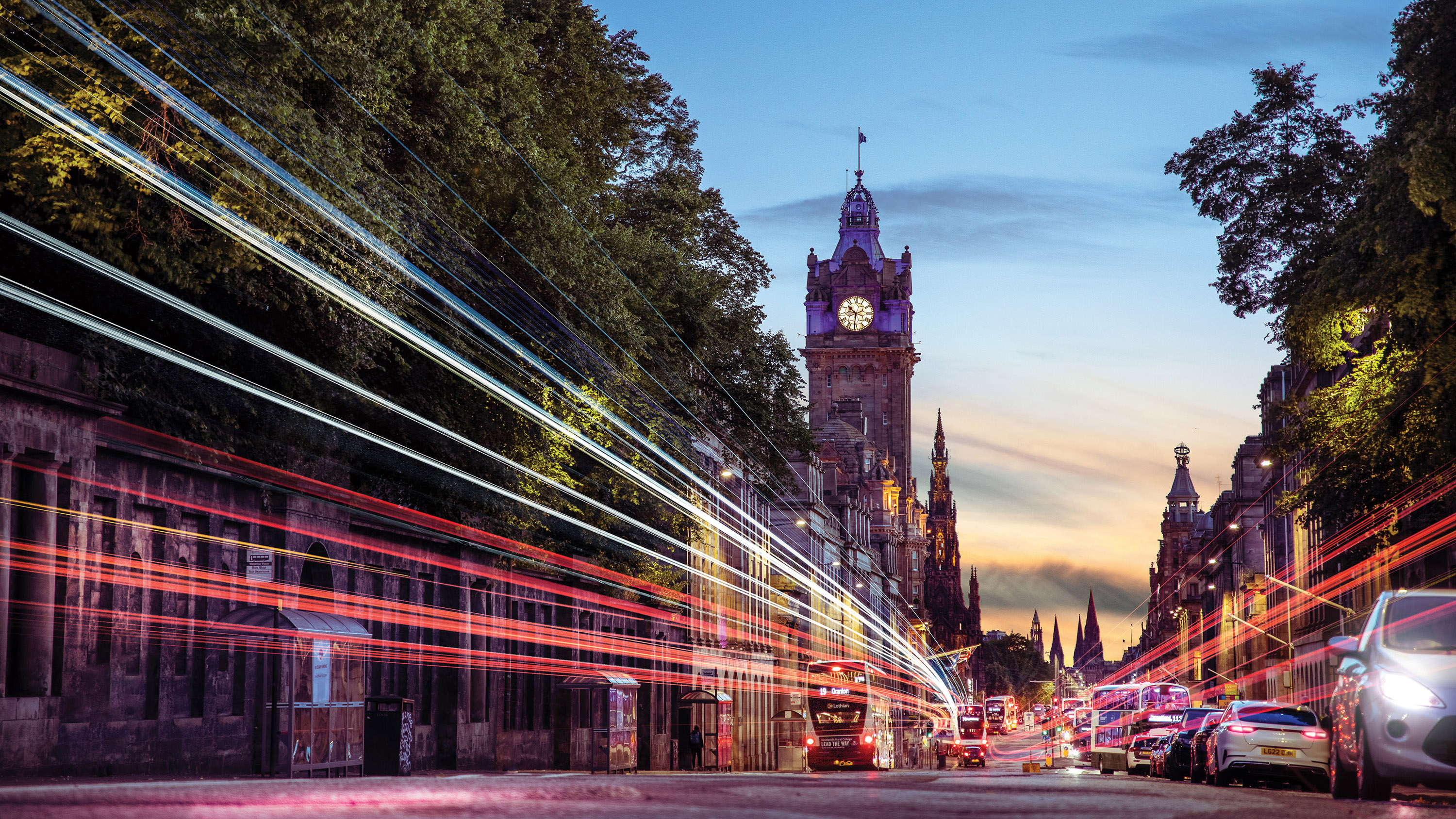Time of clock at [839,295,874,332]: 10:31
